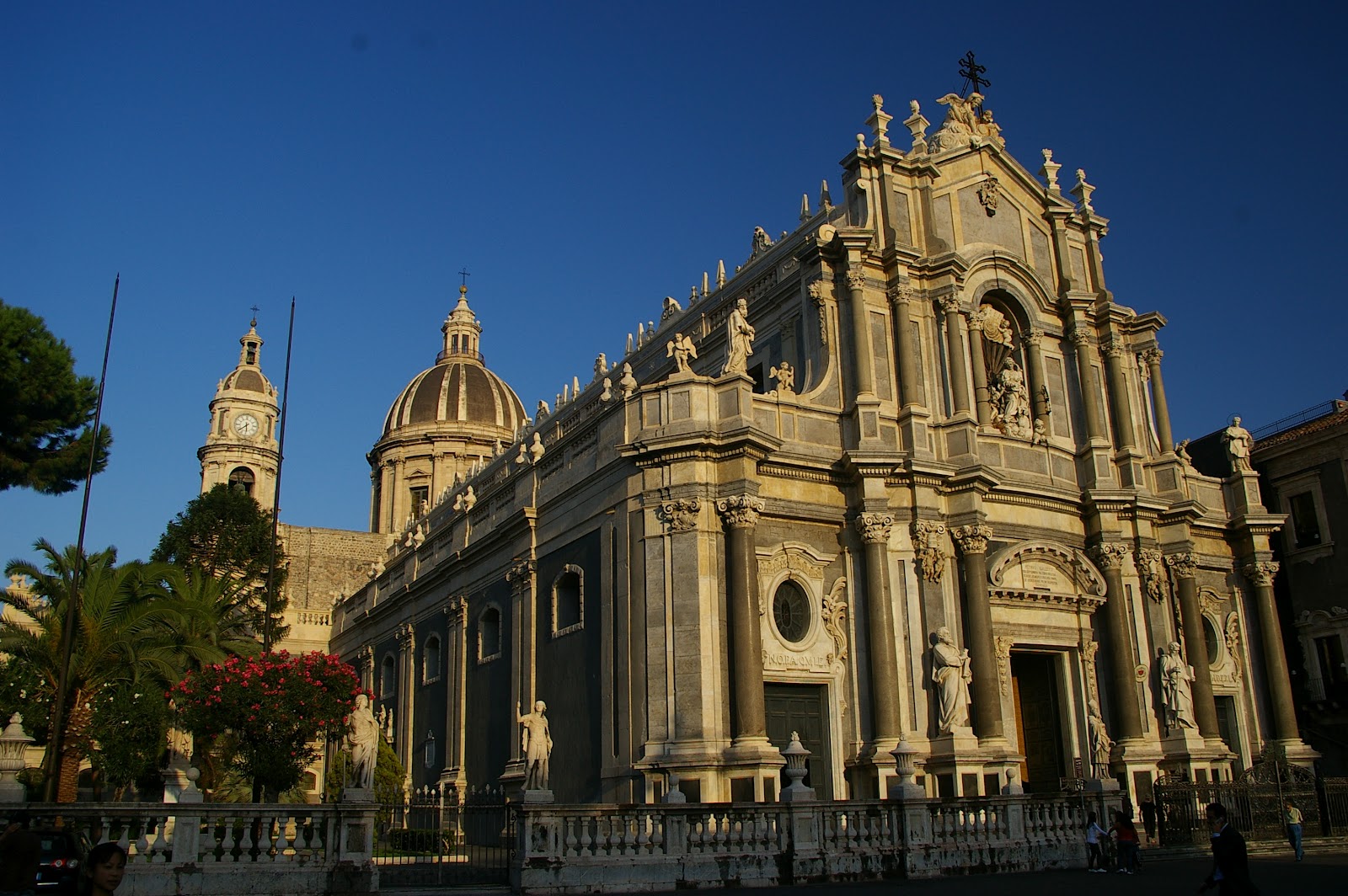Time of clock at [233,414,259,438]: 5:38
